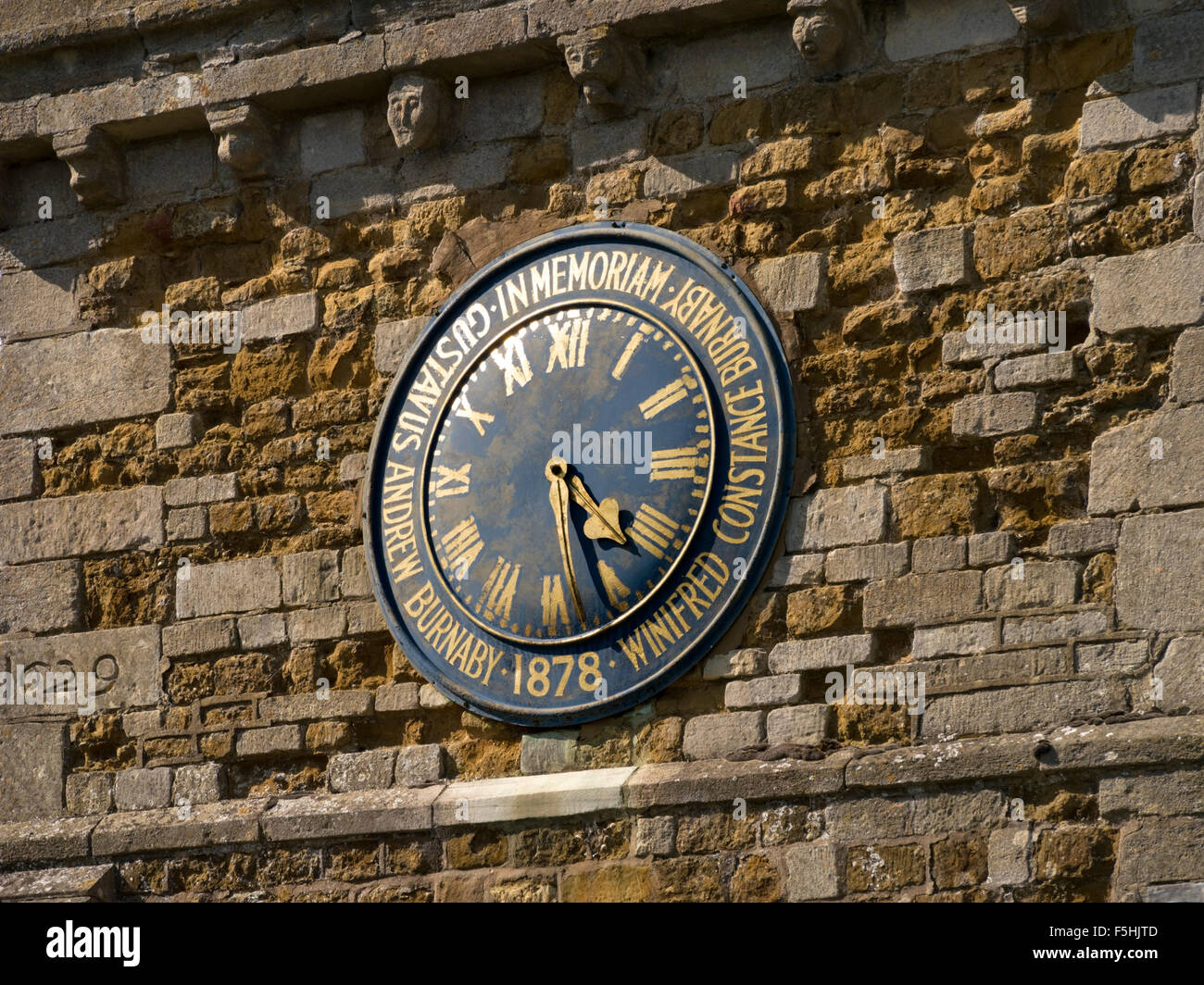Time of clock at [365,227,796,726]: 4:26
